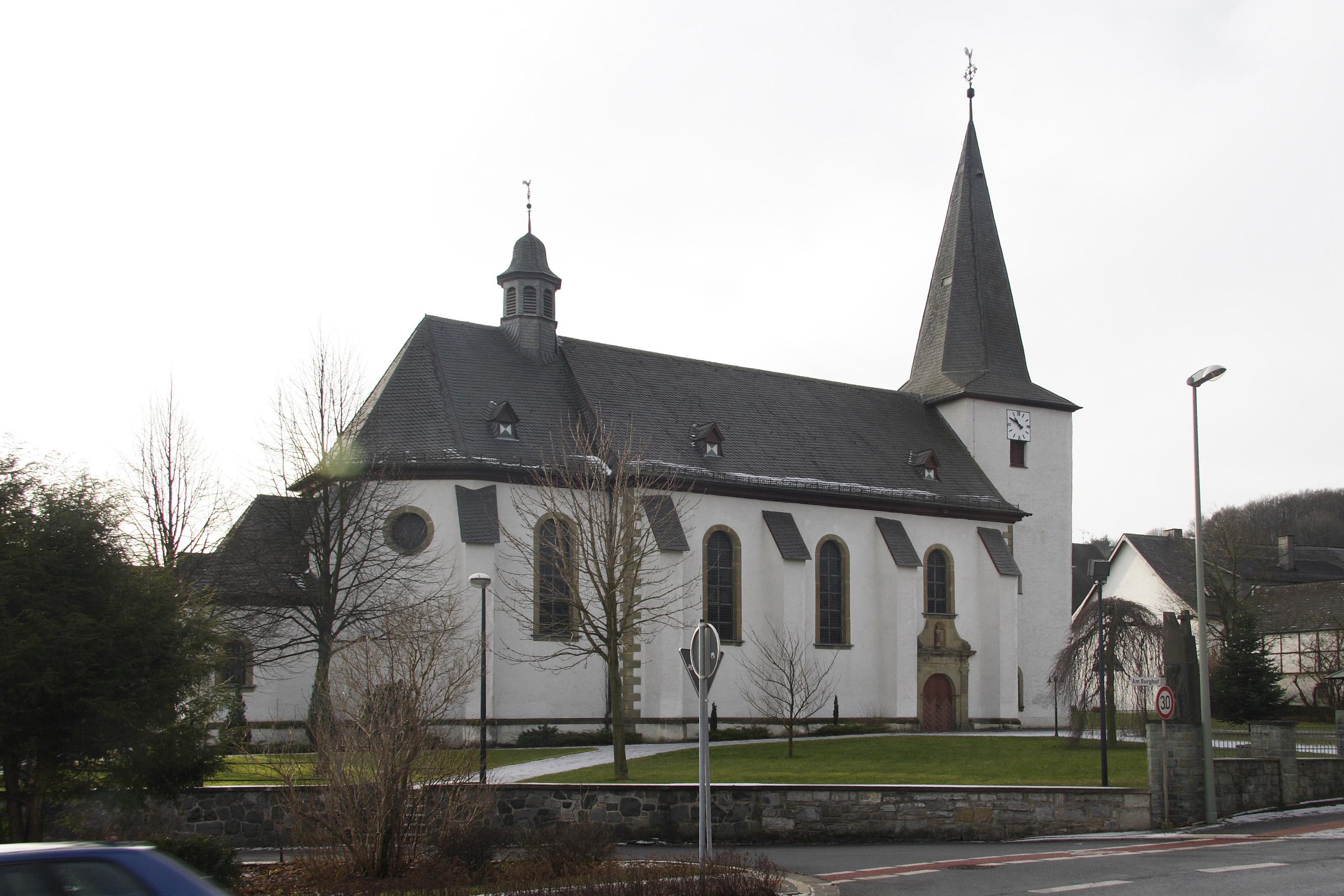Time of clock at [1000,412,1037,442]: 10:49
